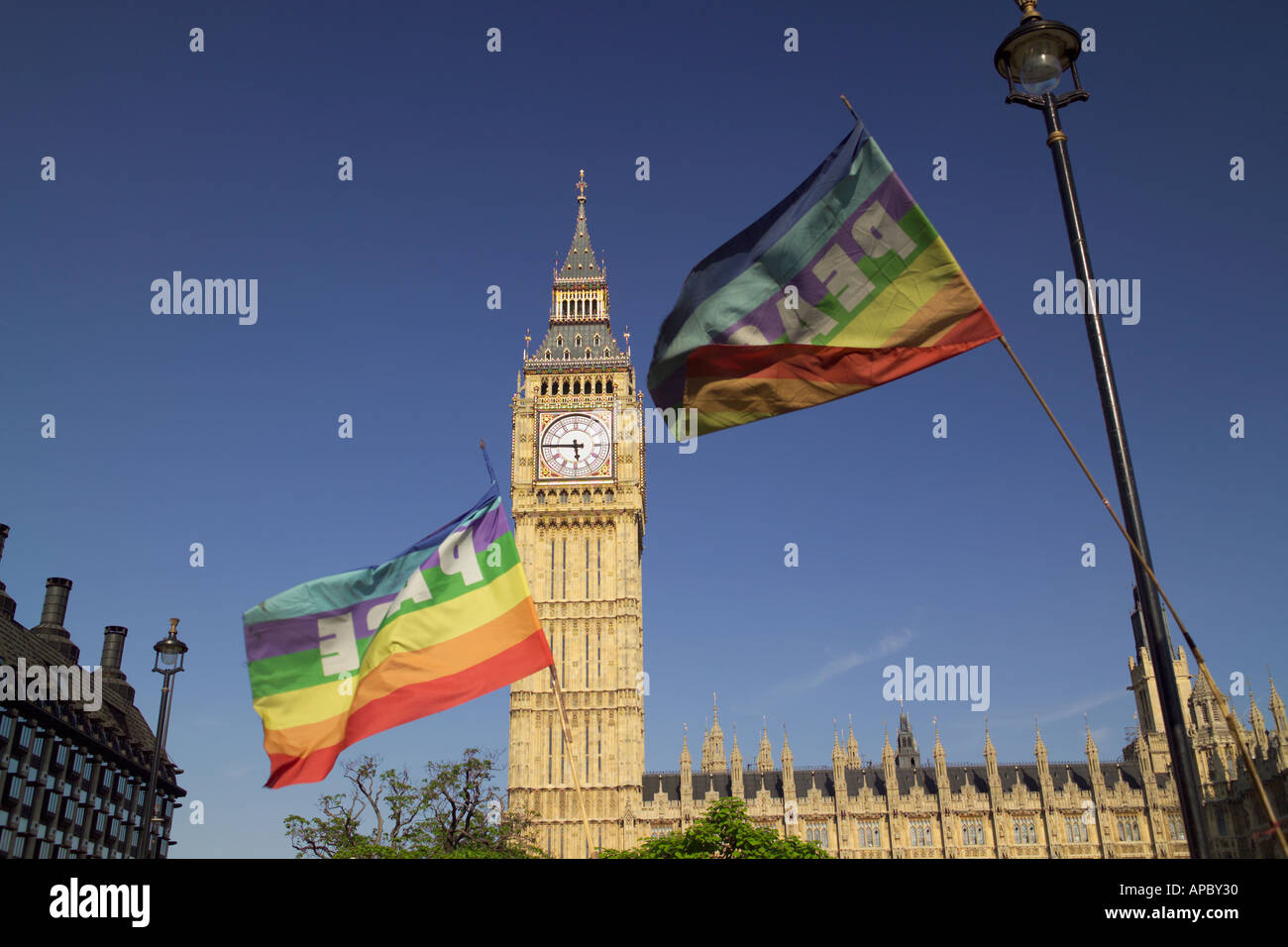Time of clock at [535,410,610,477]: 5:45
